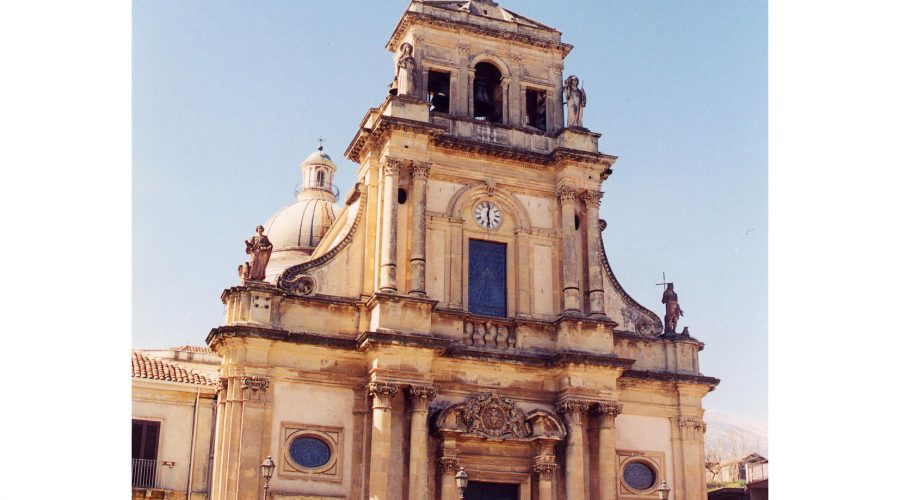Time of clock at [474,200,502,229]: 12:28
